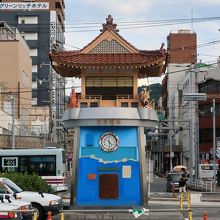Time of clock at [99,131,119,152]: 4:28
